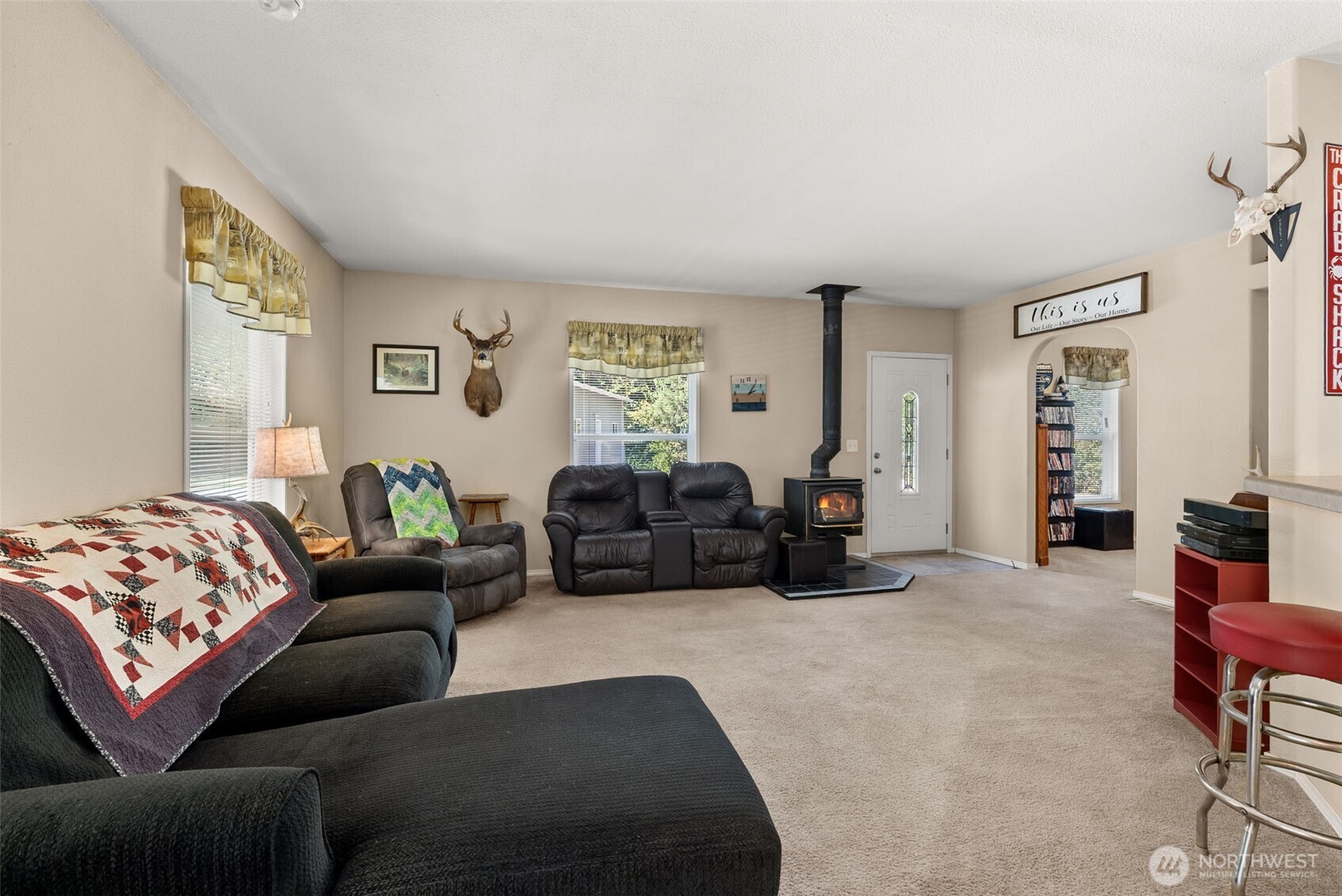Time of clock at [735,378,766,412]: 2:06
